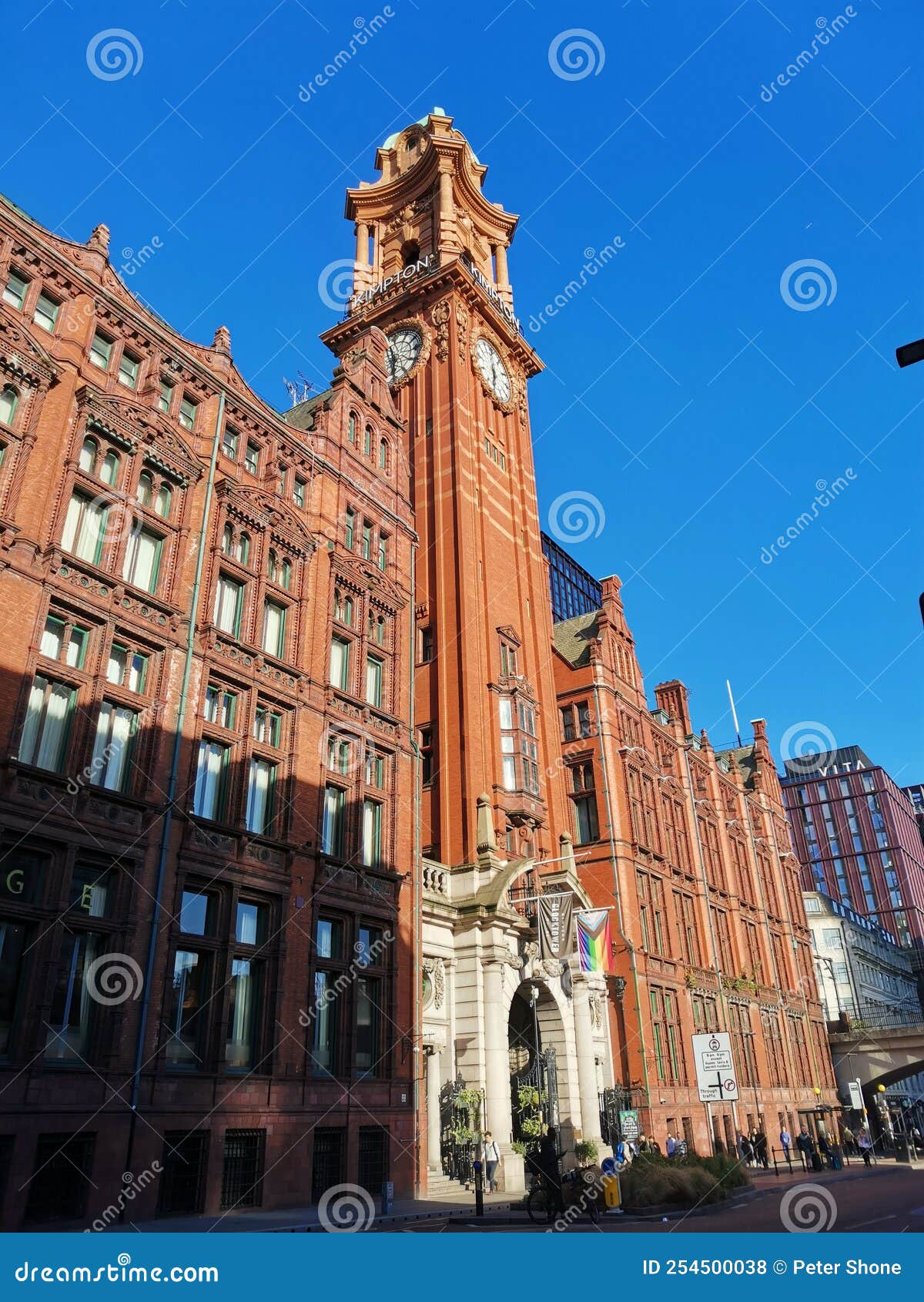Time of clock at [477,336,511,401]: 12:32
